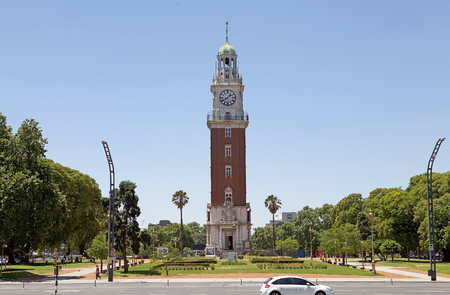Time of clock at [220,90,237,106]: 1:39
